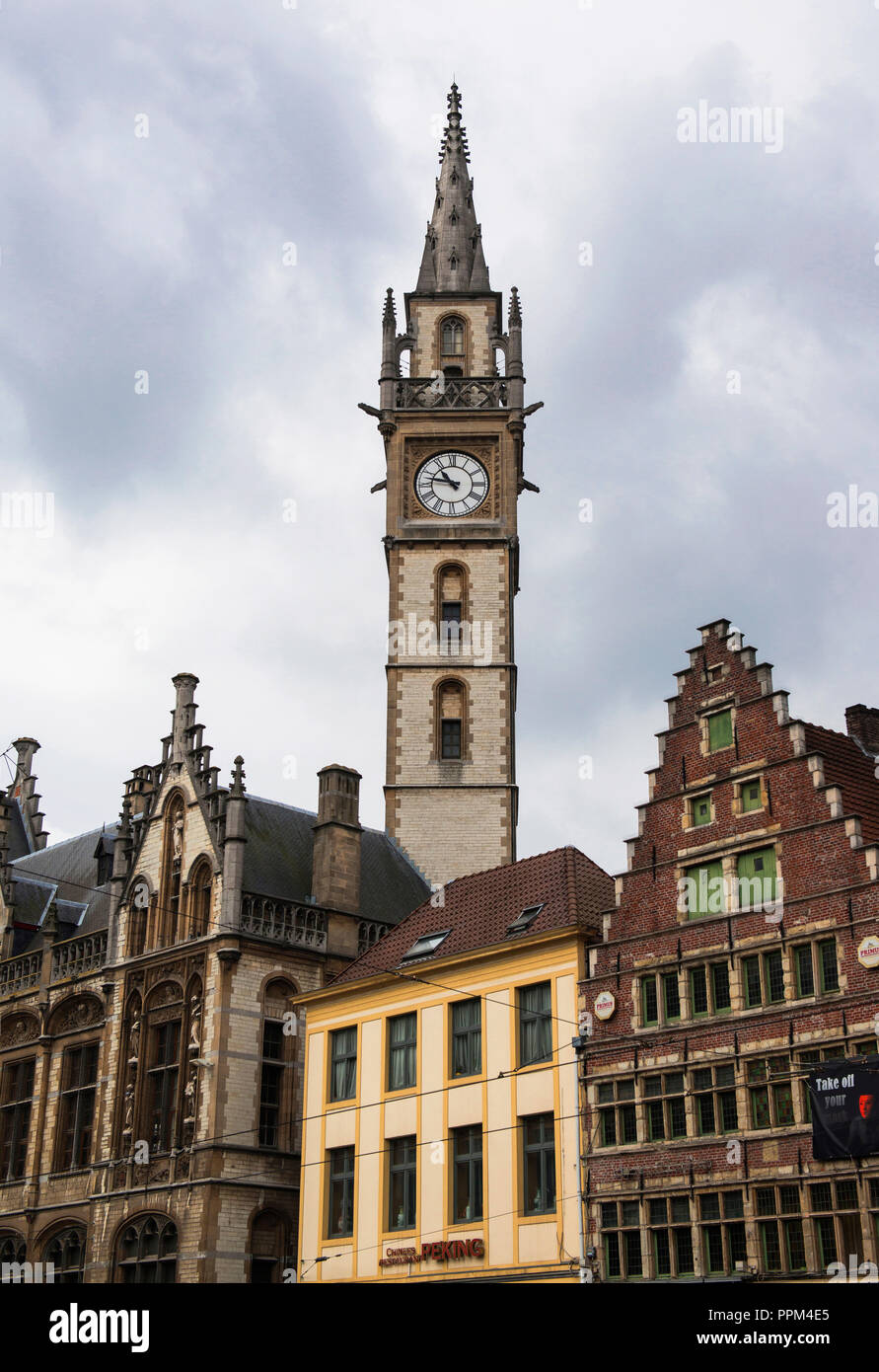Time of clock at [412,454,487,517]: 10:47
